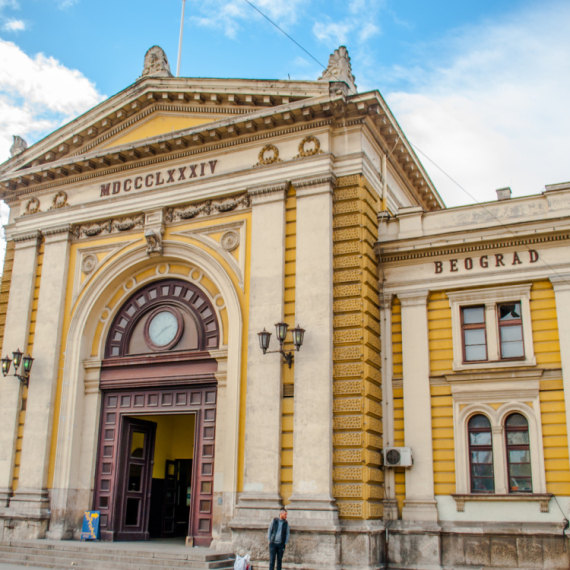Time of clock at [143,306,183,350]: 2:39
